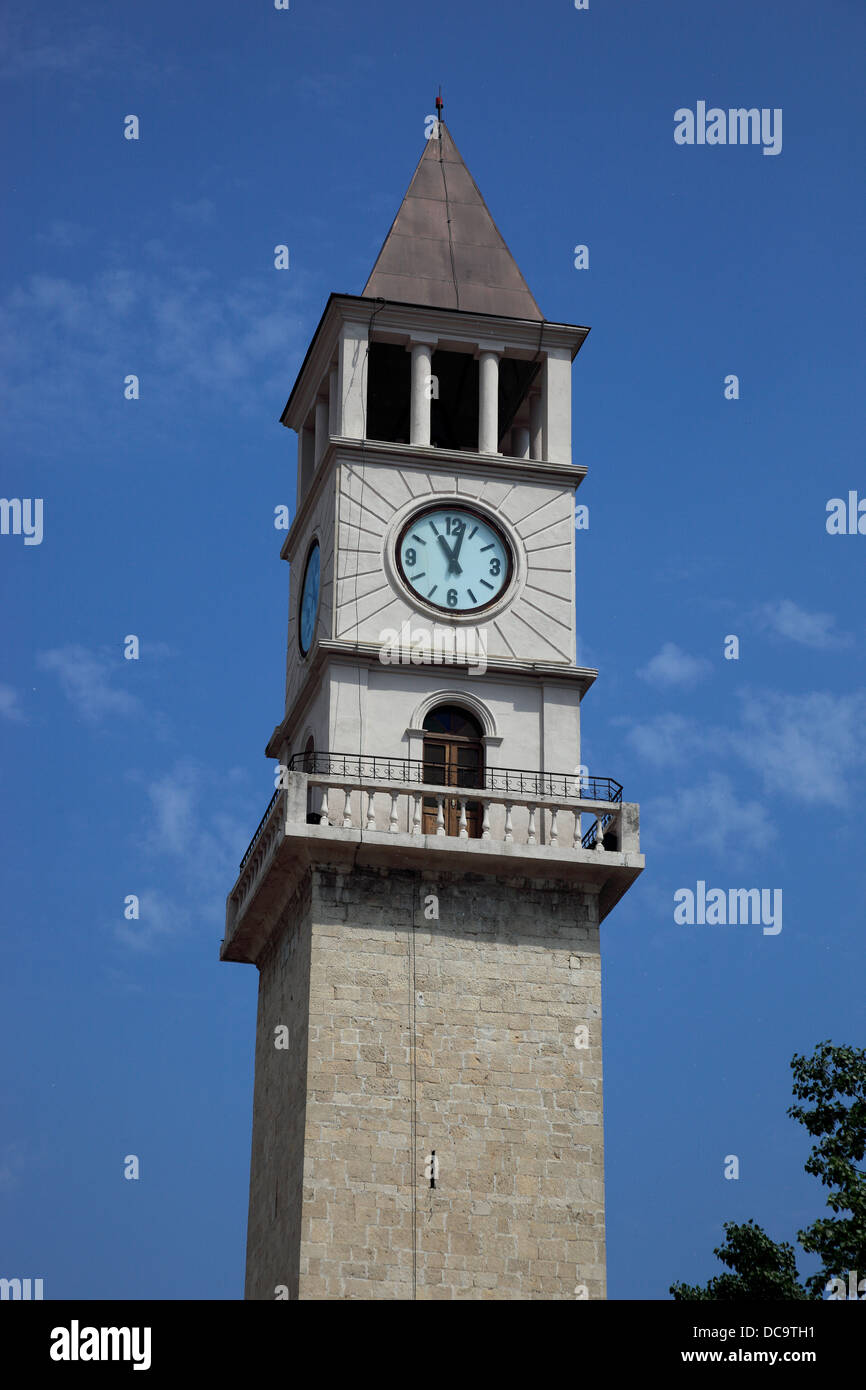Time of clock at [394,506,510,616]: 11:02
